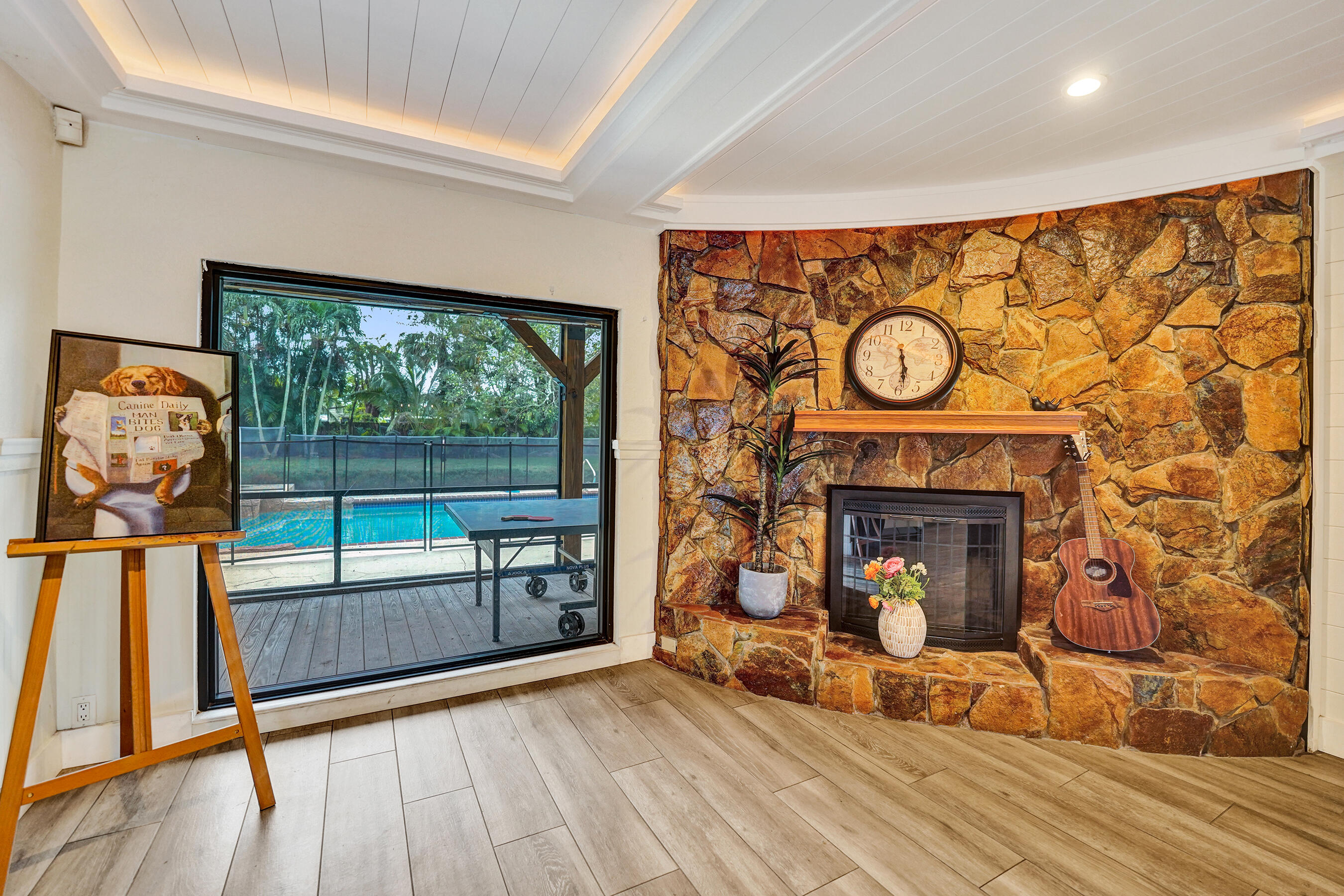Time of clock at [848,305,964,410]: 5:28
